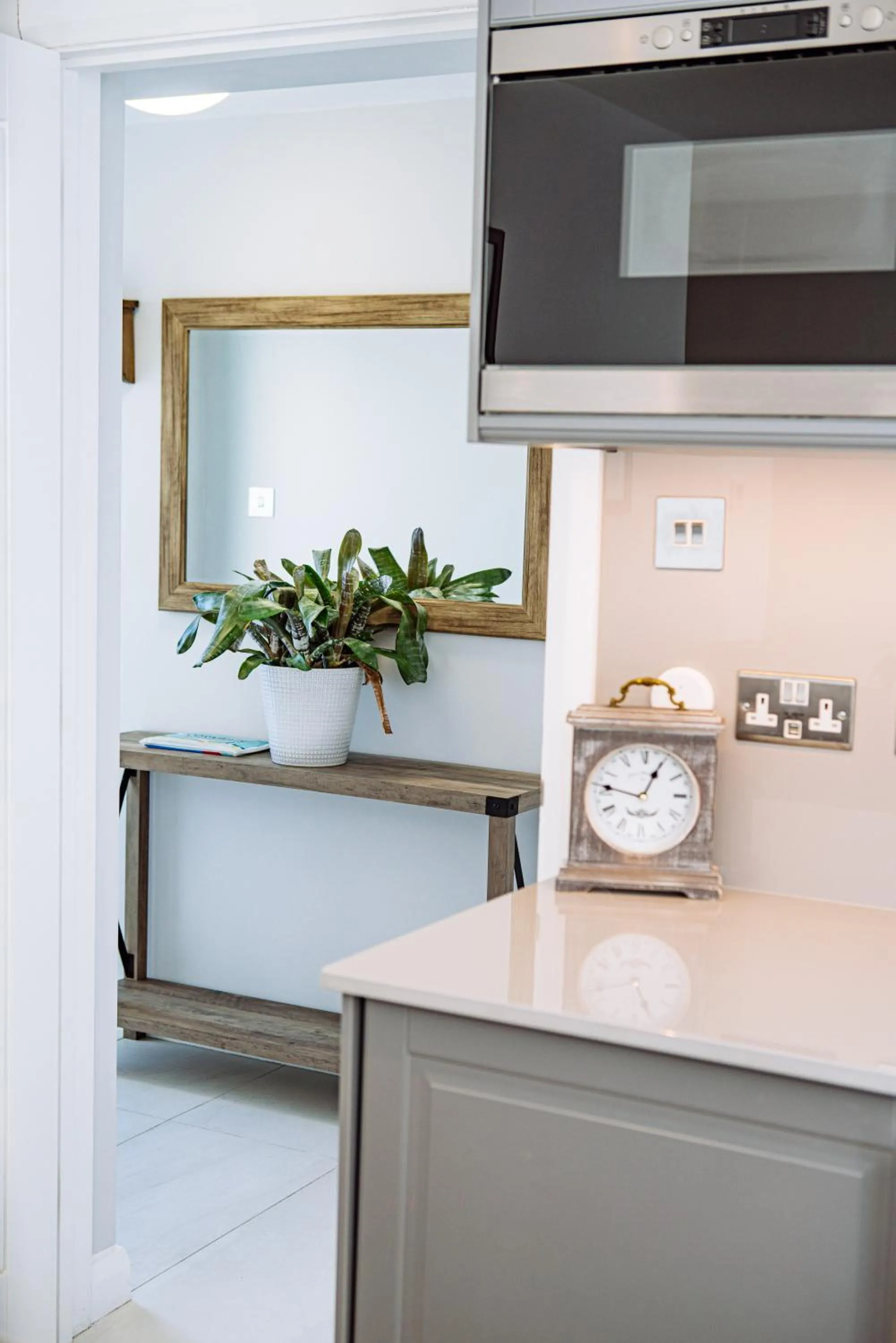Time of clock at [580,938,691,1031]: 8:26
